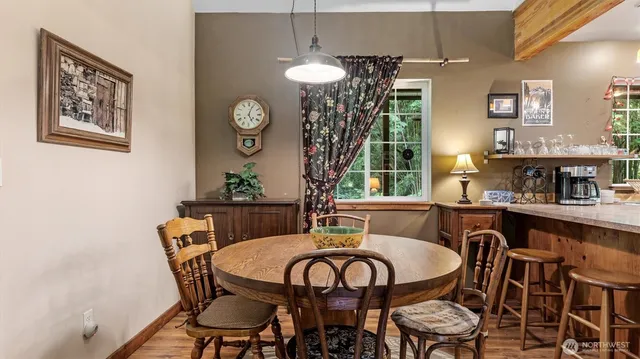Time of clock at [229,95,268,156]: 5:03
